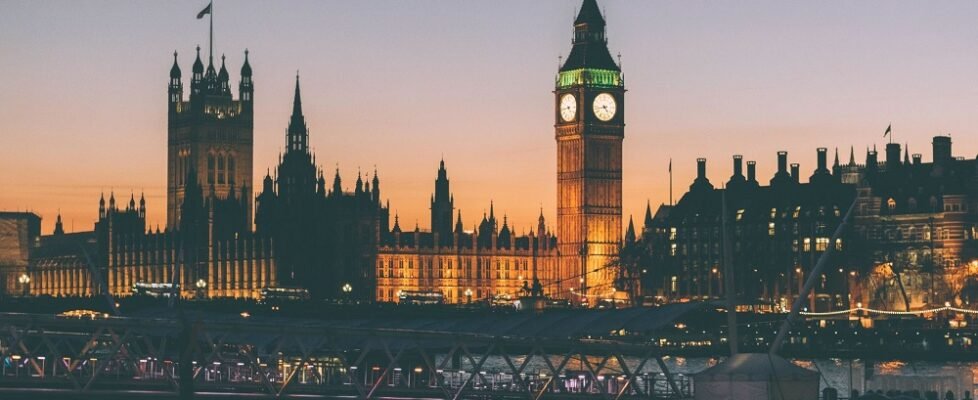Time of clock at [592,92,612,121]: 4:42
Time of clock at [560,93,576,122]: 4:43
